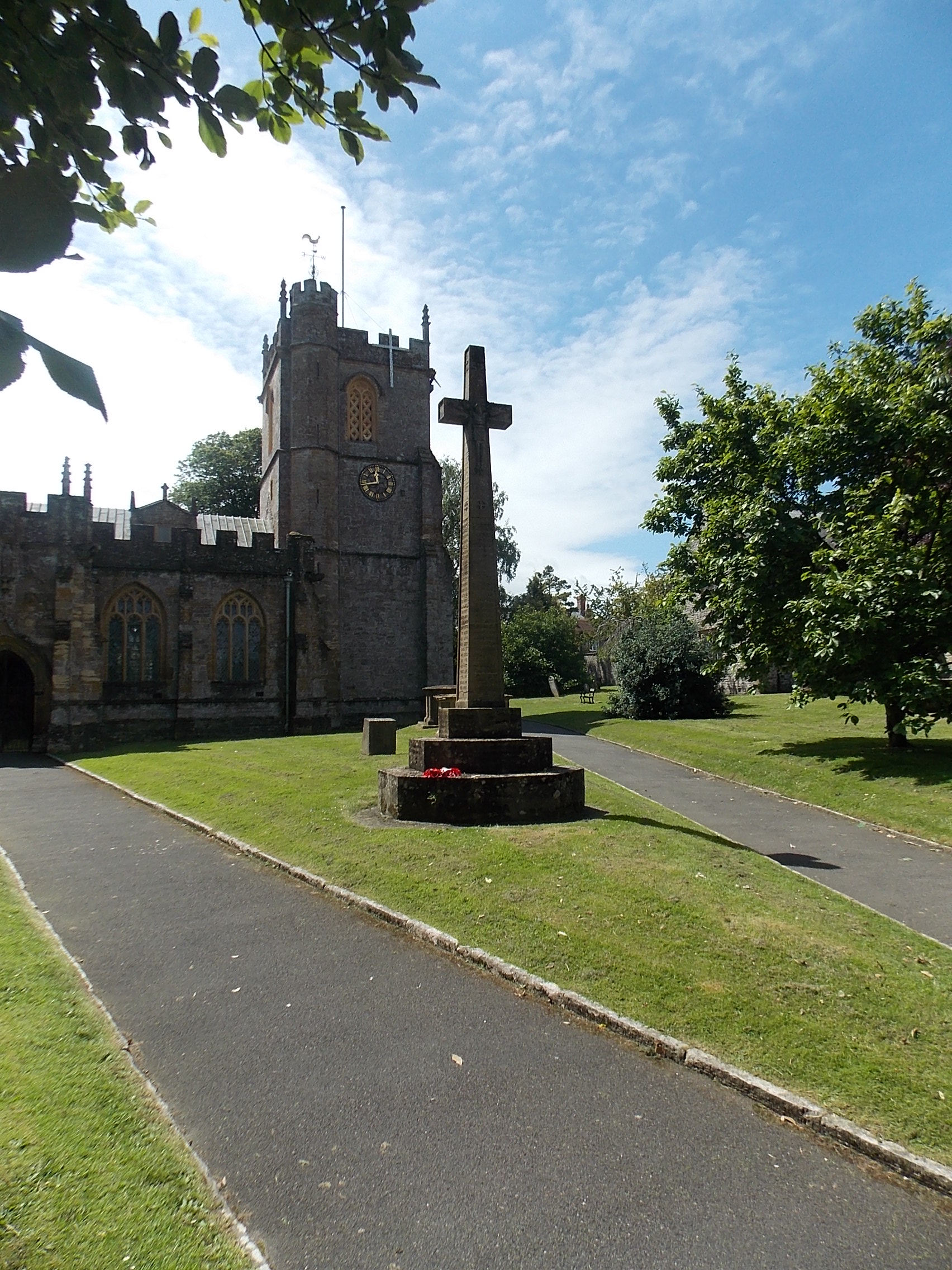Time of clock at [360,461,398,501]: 11:43
